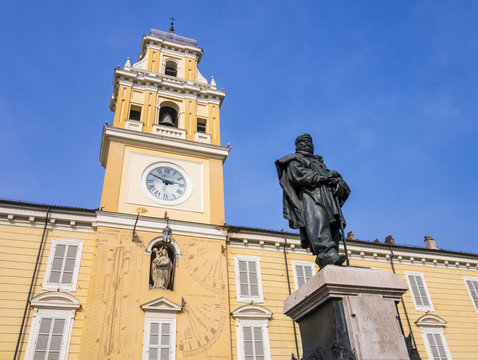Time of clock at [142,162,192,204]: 2:49
